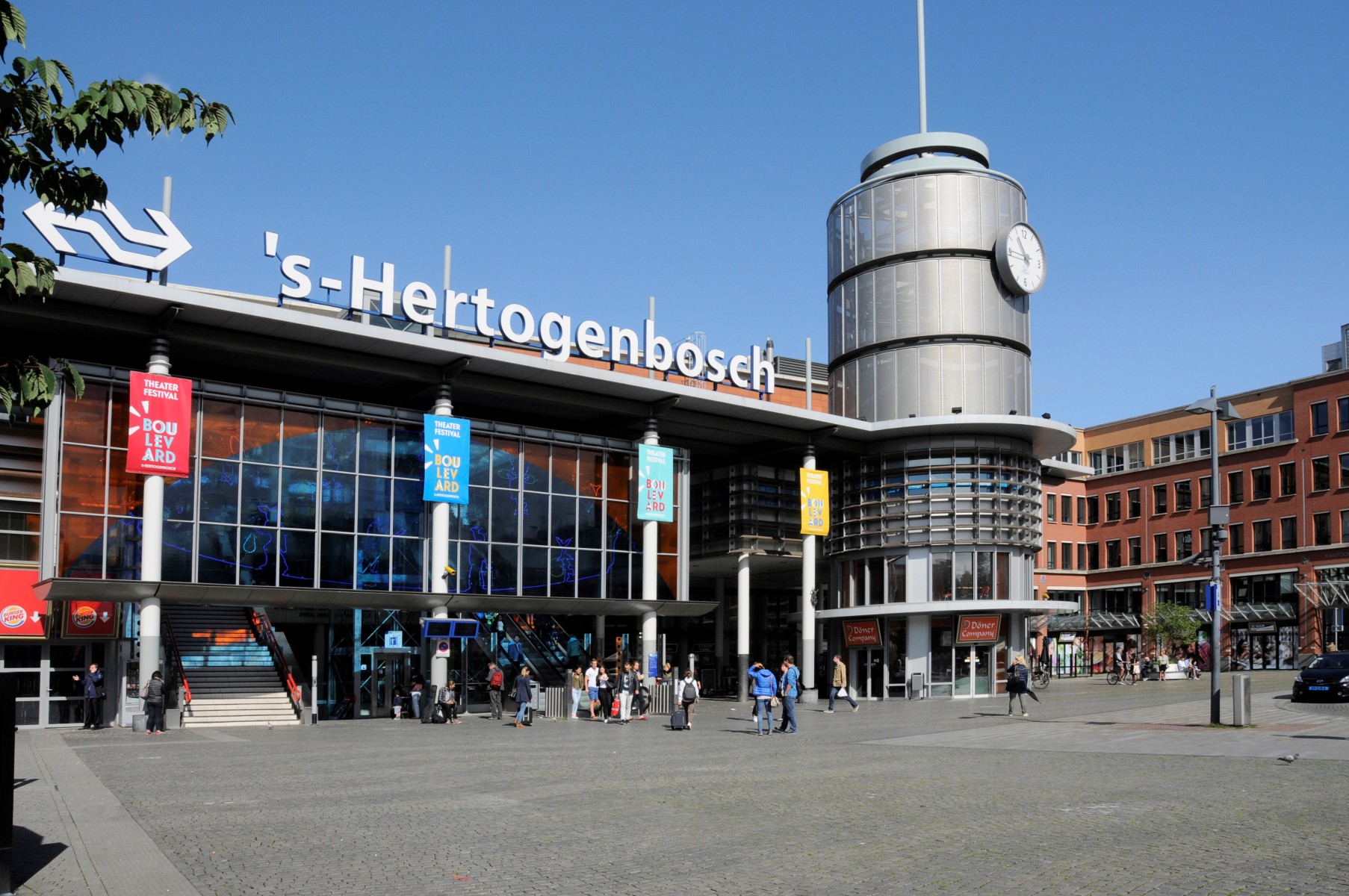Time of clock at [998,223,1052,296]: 10:45
